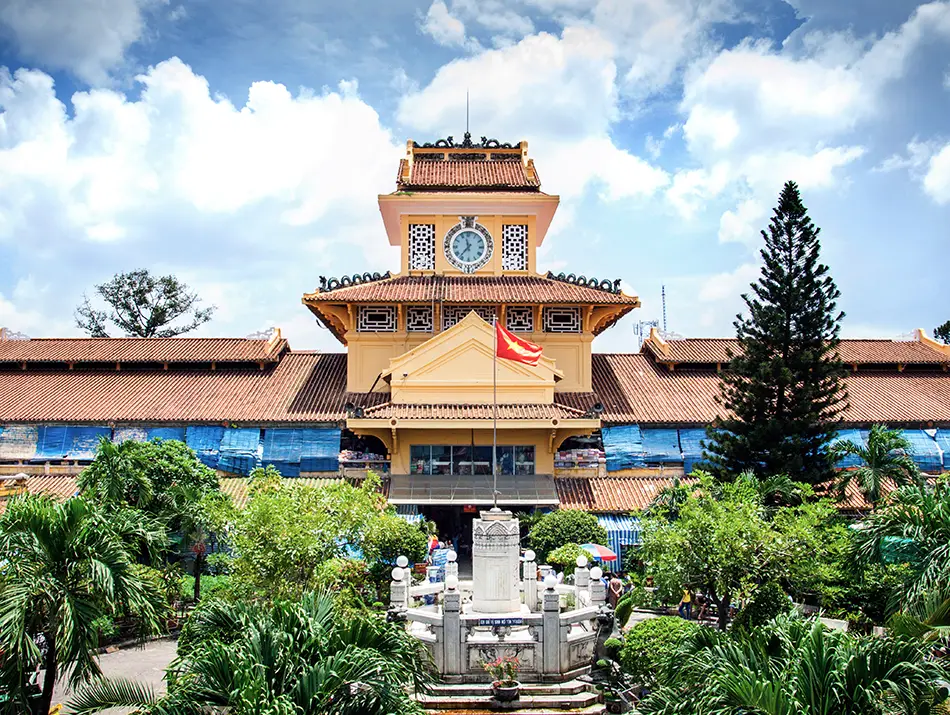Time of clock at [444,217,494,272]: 11:36
